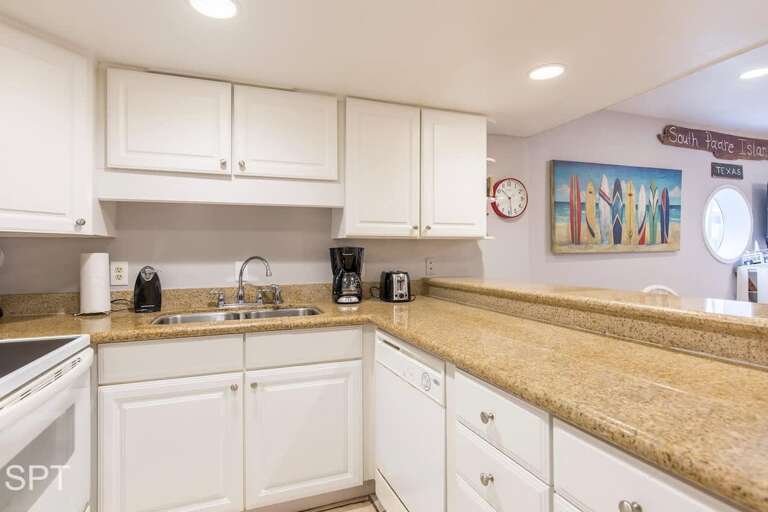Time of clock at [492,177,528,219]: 10:28
